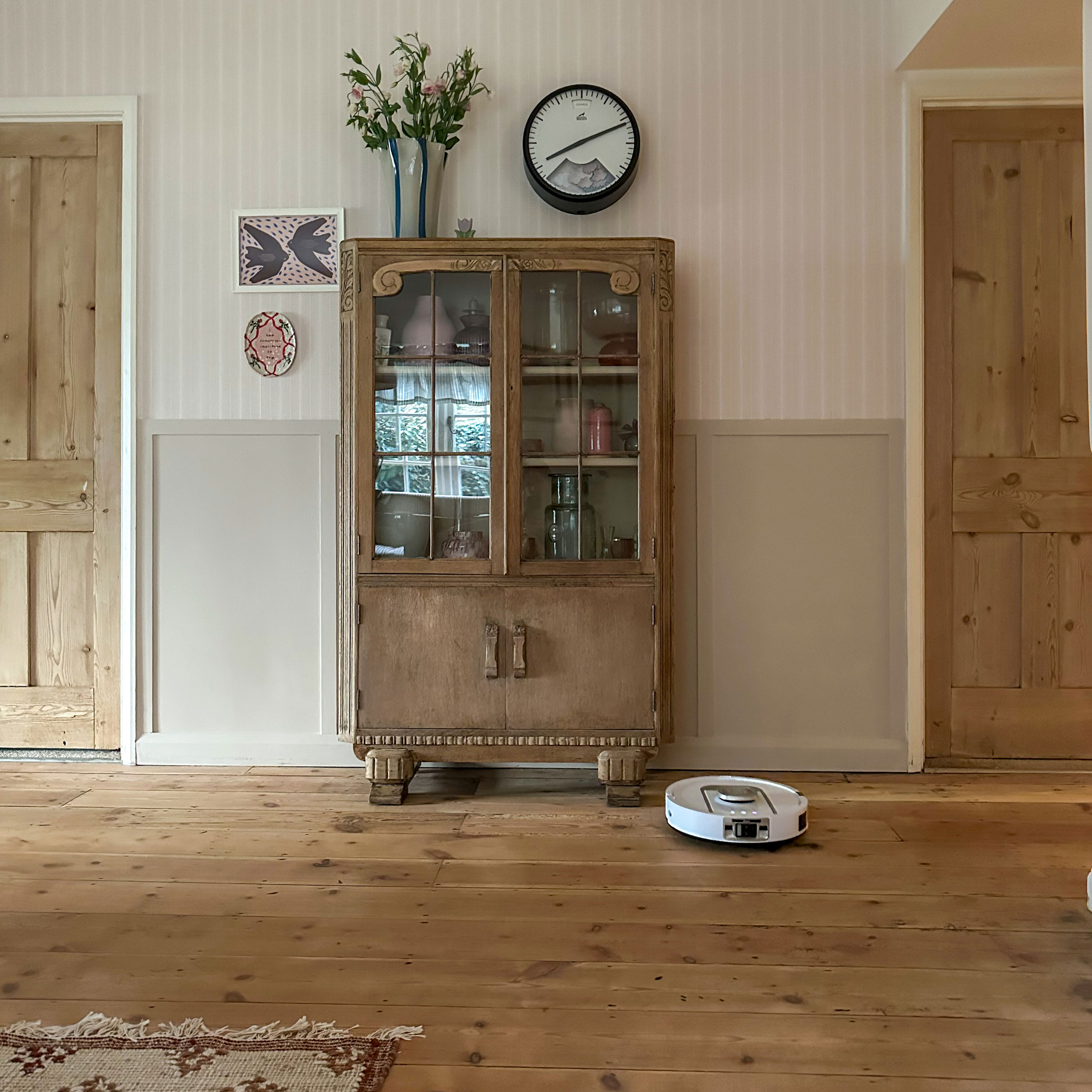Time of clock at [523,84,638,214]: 8:11
